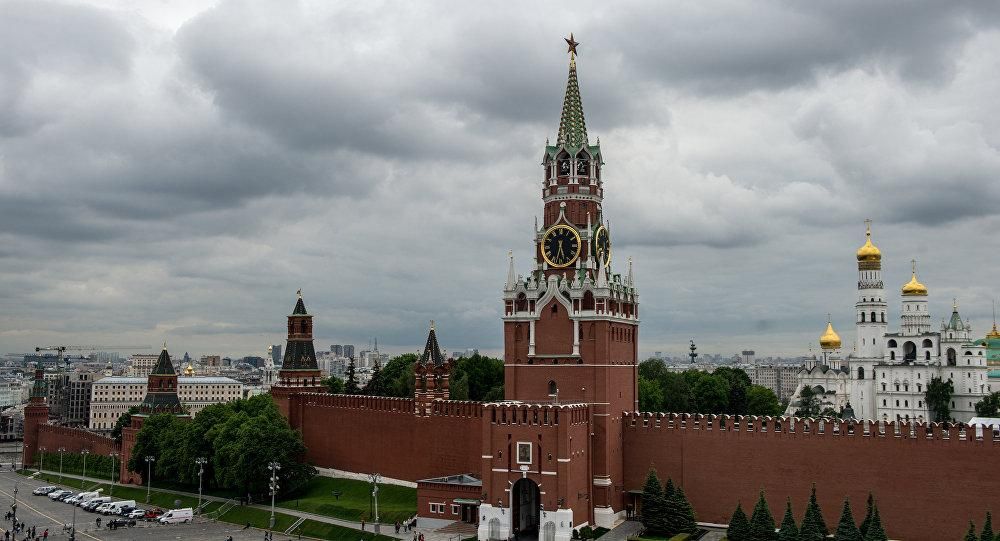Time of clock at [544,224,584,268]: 5:32
